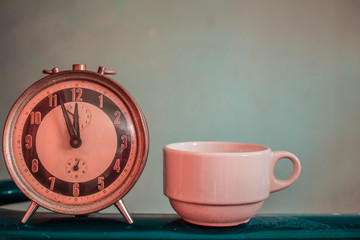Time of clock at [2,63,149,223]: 11:56
